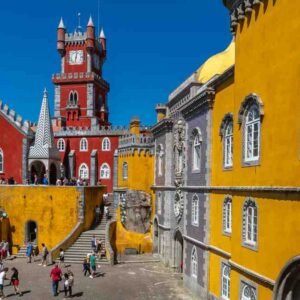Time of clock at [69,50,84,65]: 12:32
